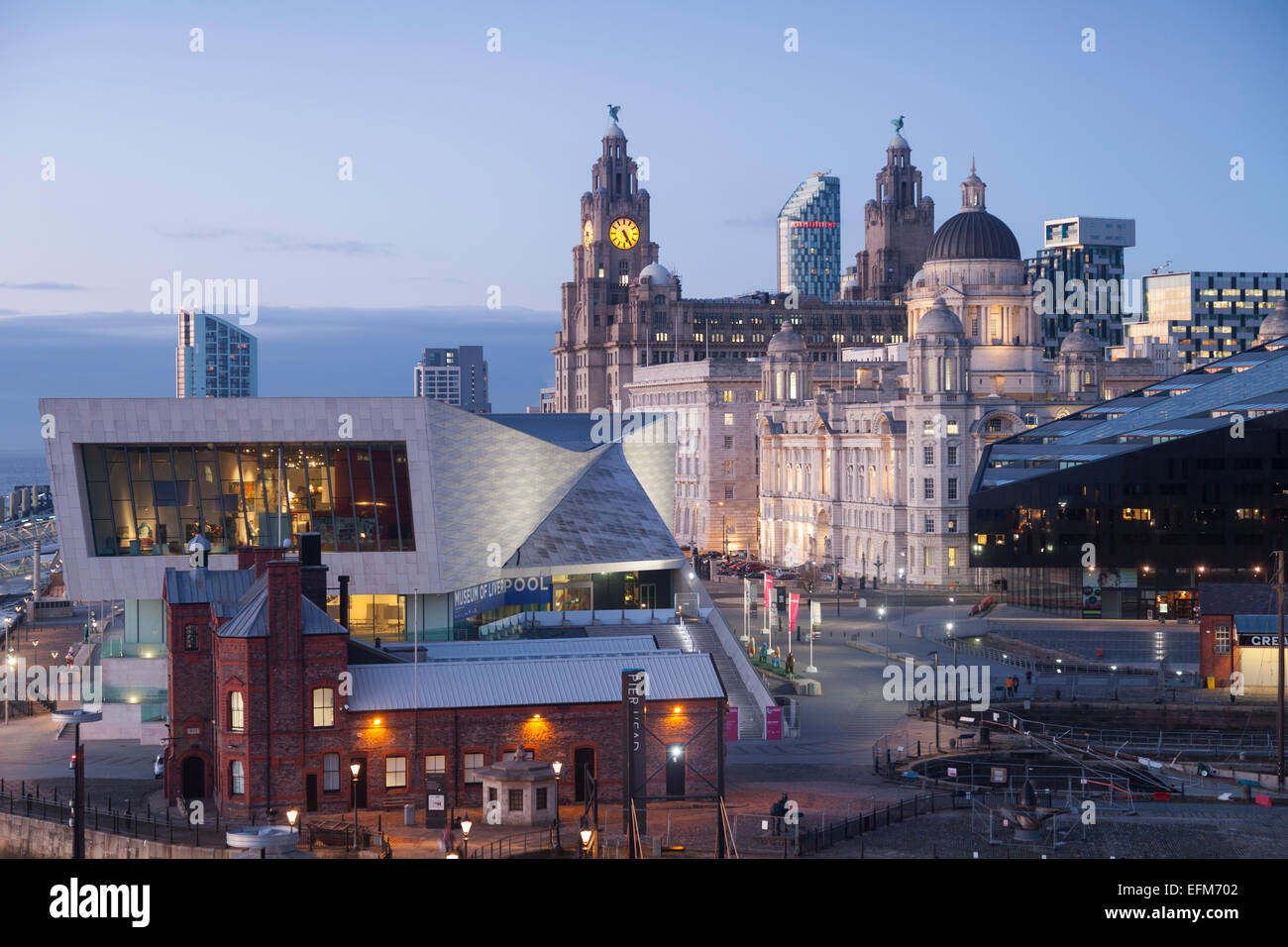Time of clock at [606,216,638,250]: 5:24
